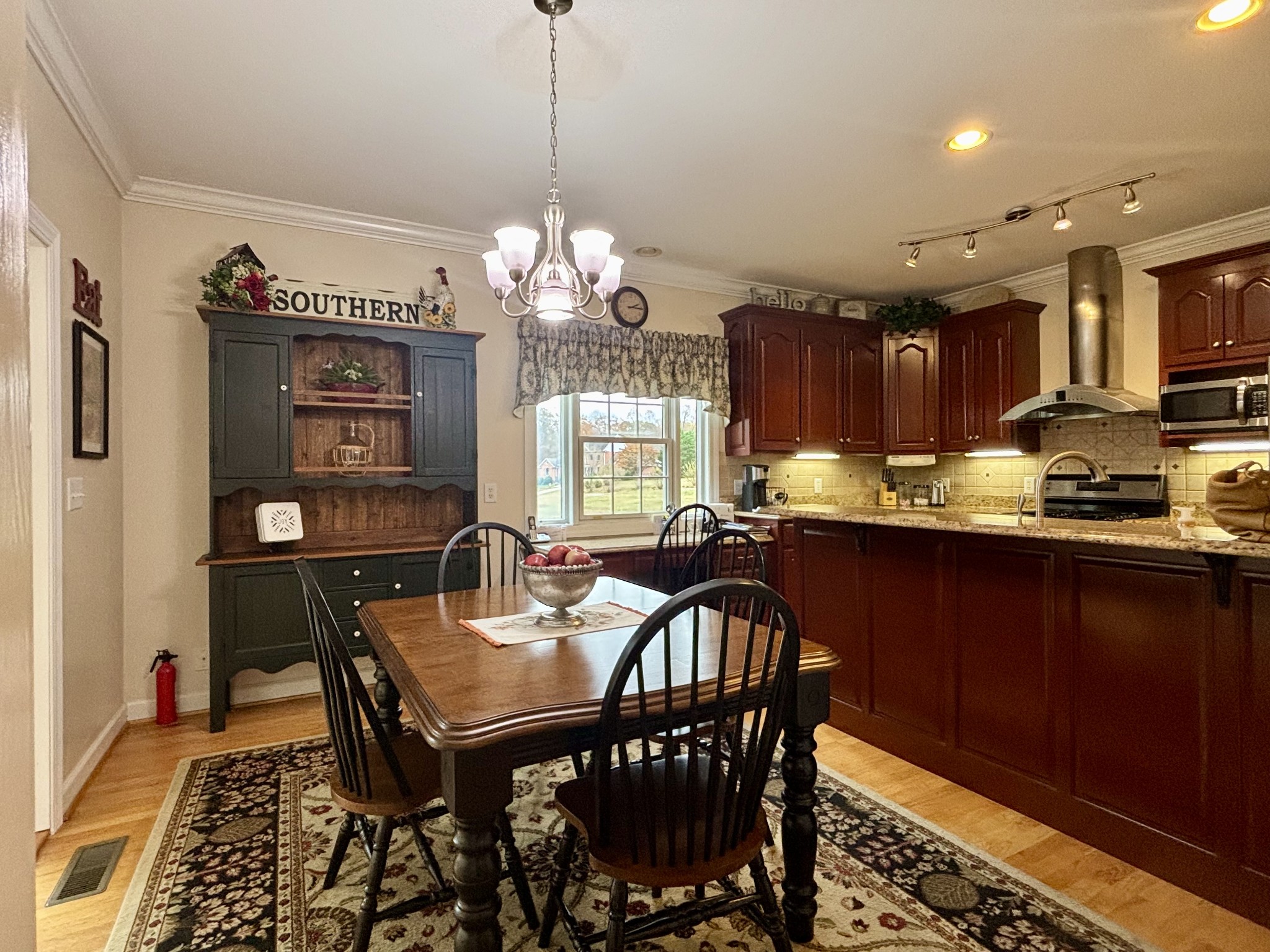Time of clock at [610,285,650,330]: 2:15
